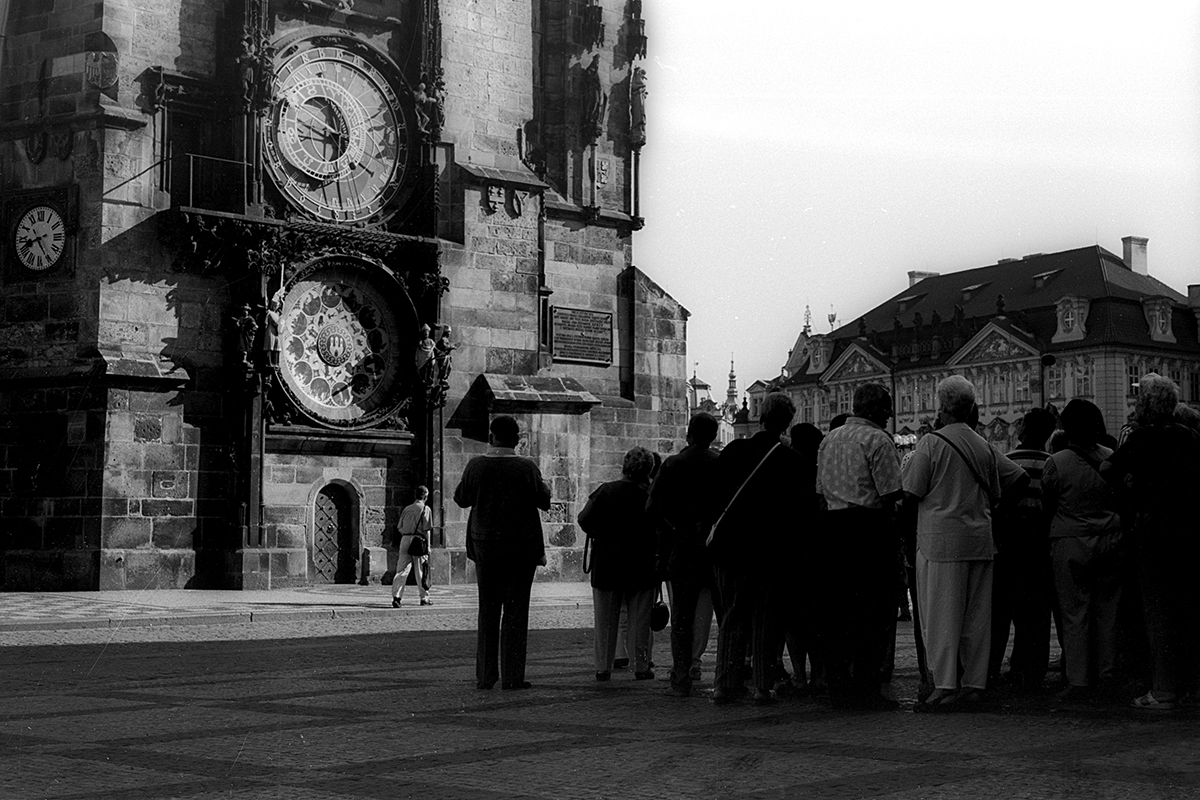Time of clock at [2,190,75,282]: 8:24
